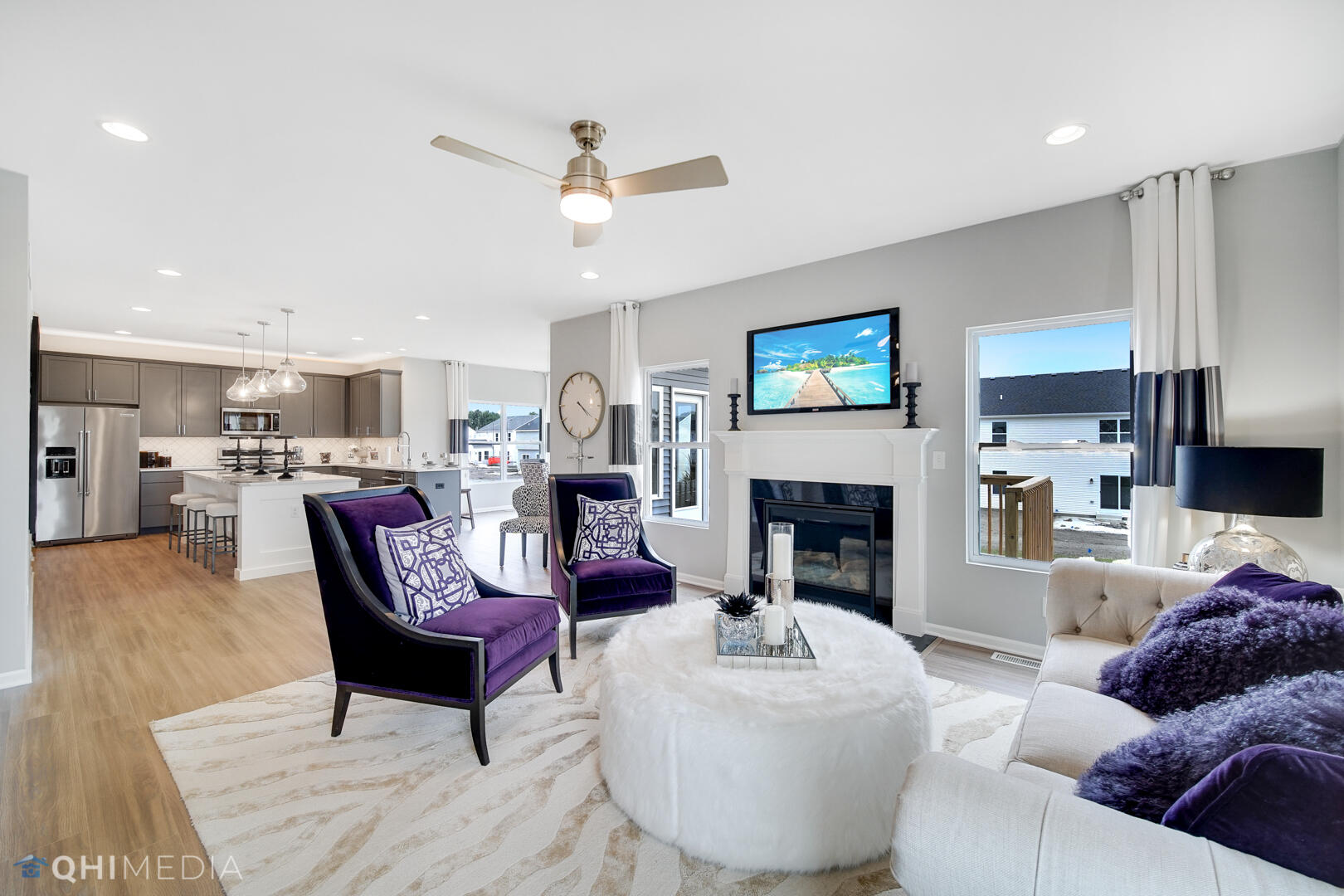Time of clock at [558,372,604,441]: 4:20
